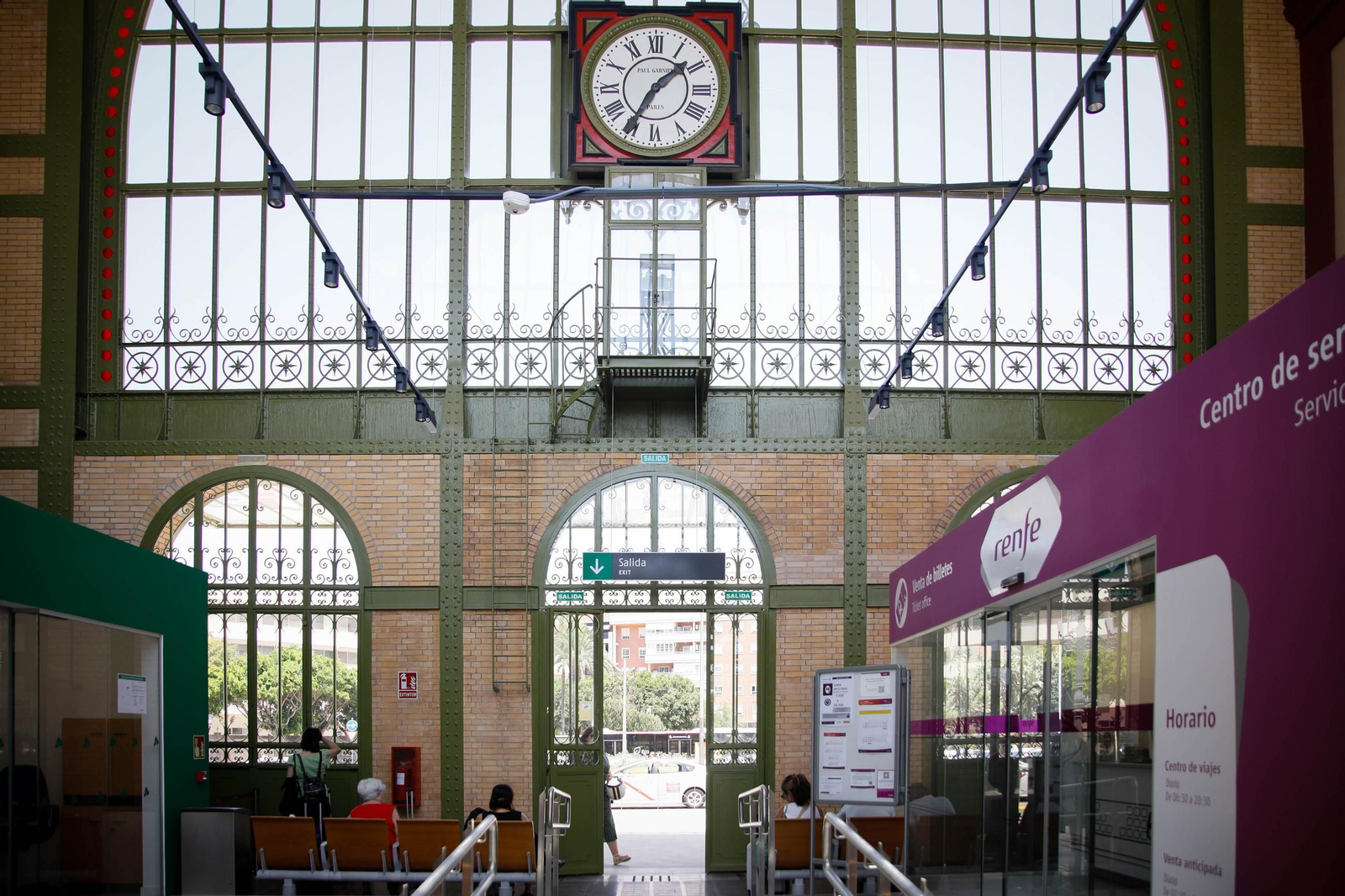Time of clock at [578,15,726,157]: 1:34
